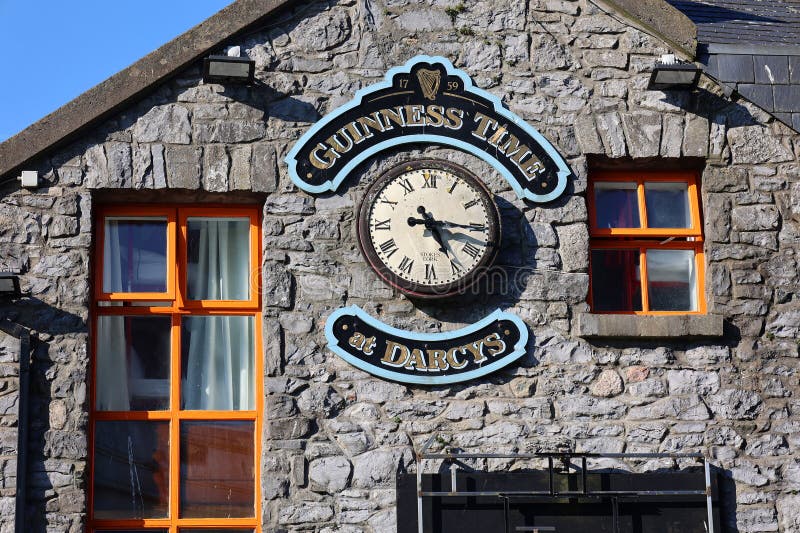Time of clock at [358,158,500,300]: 5:15
